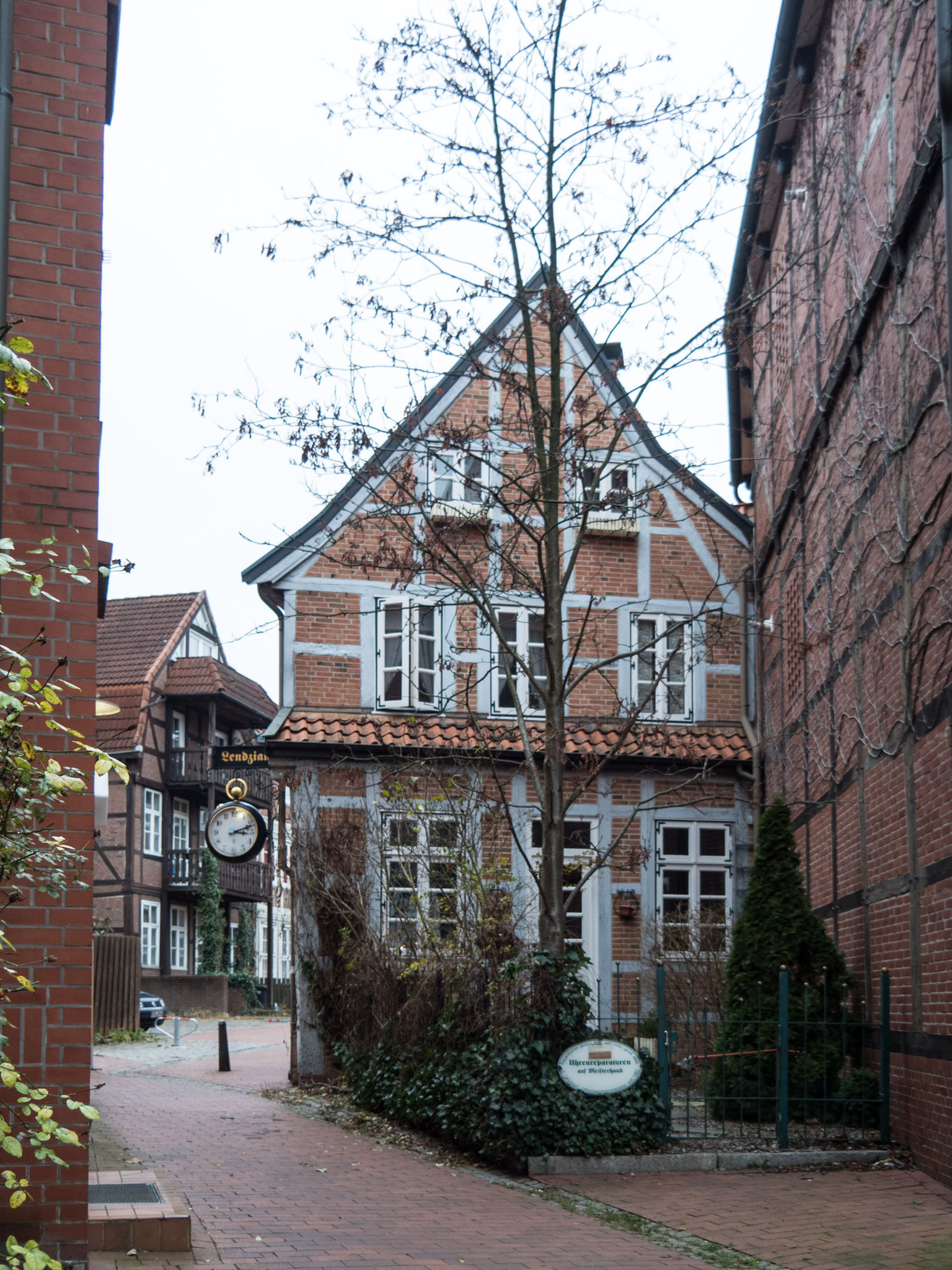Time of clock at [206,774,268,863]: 3:11
